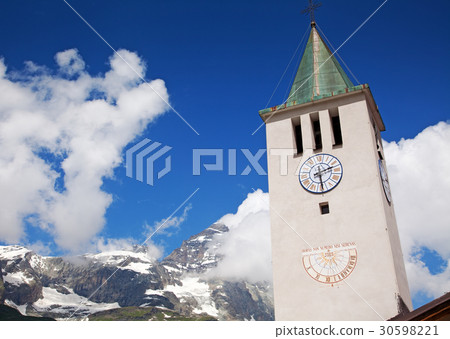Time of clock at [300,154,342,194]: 2:29
